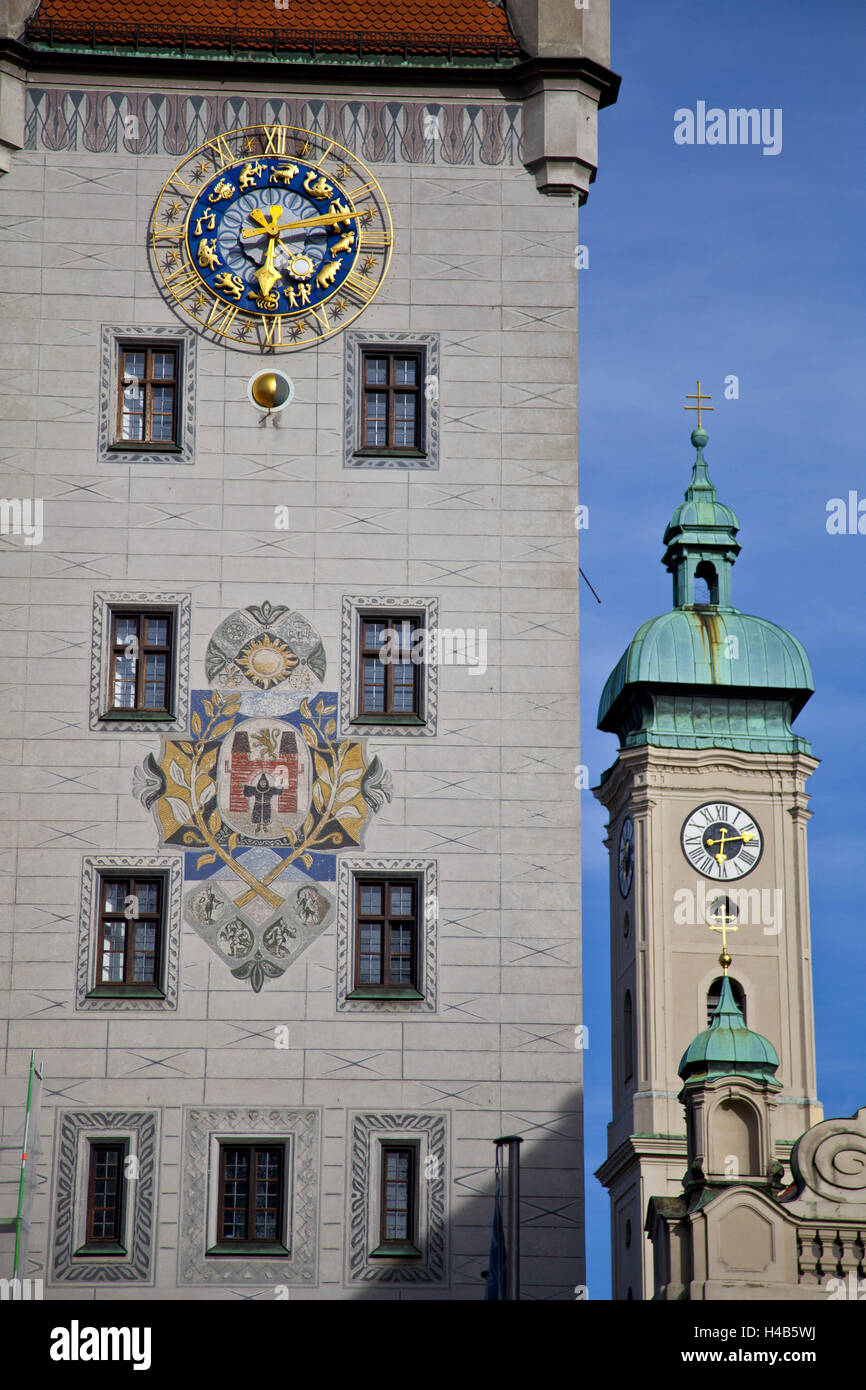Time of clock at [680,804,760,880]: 6:13
